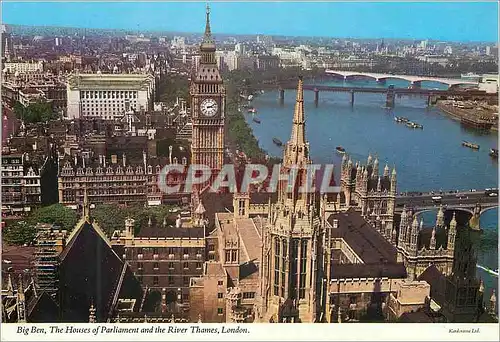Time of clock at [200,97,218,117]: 3:11
